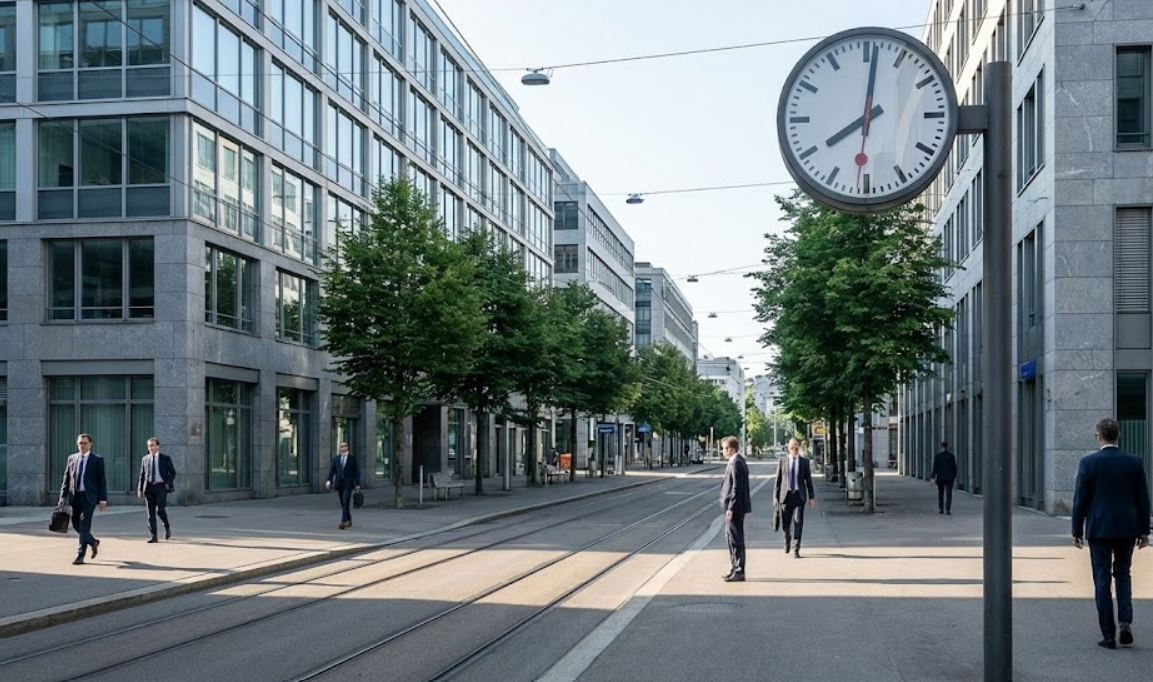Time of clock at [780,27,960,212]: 8:01
